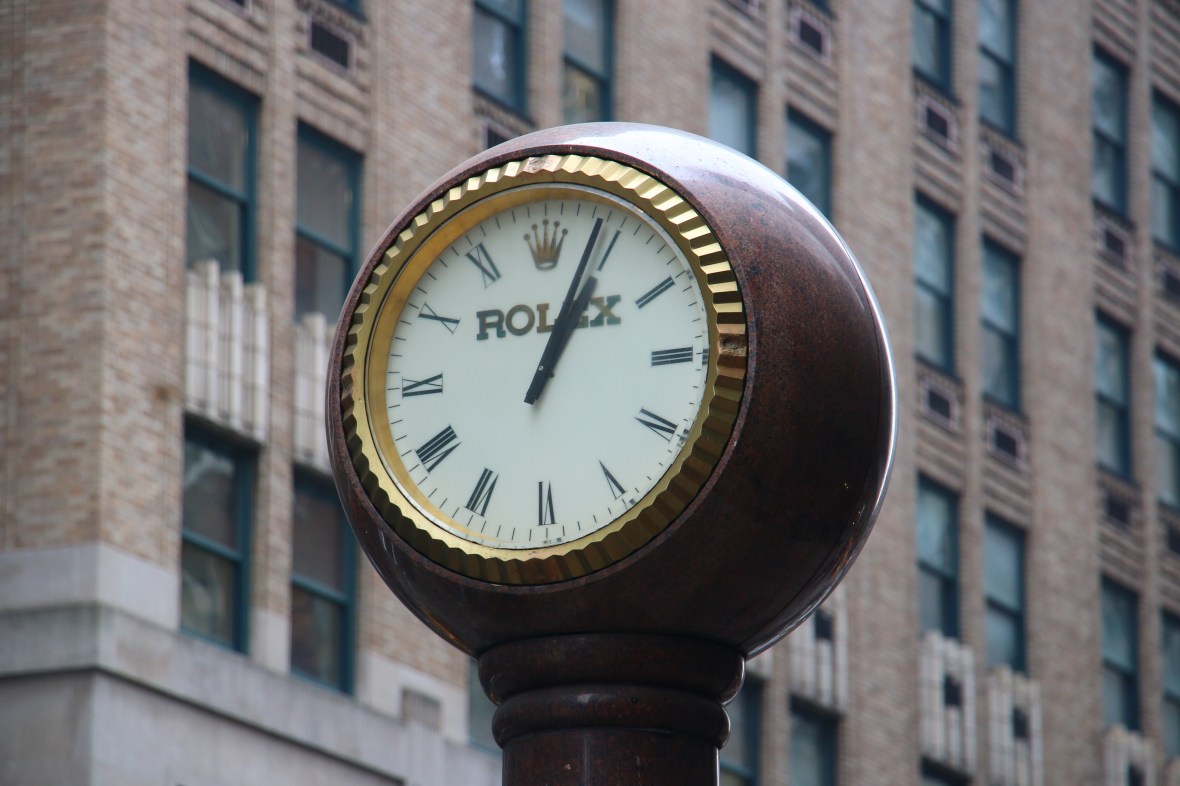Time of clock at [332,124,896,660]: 1:03
